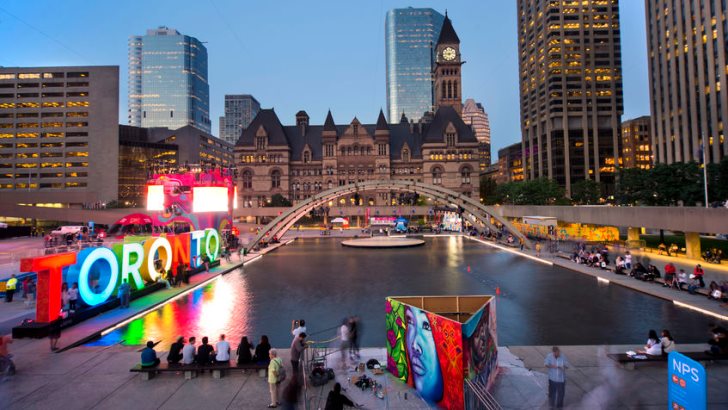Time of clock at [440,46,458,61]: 9:12
